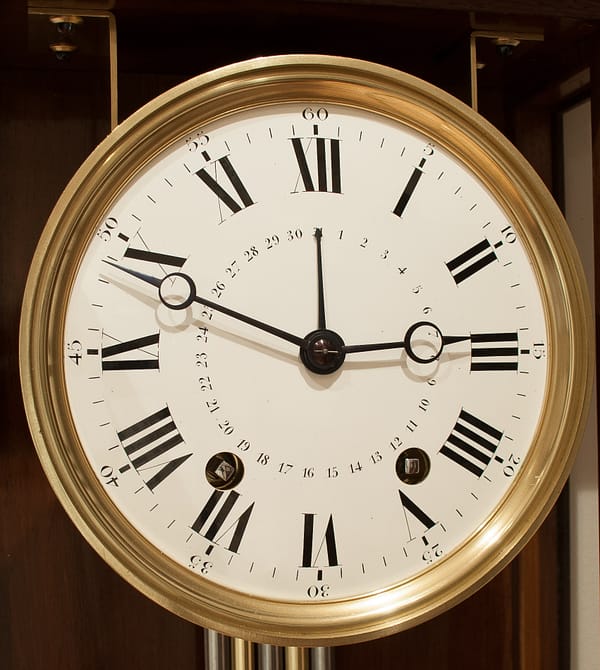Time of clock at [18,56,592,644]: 2:48
